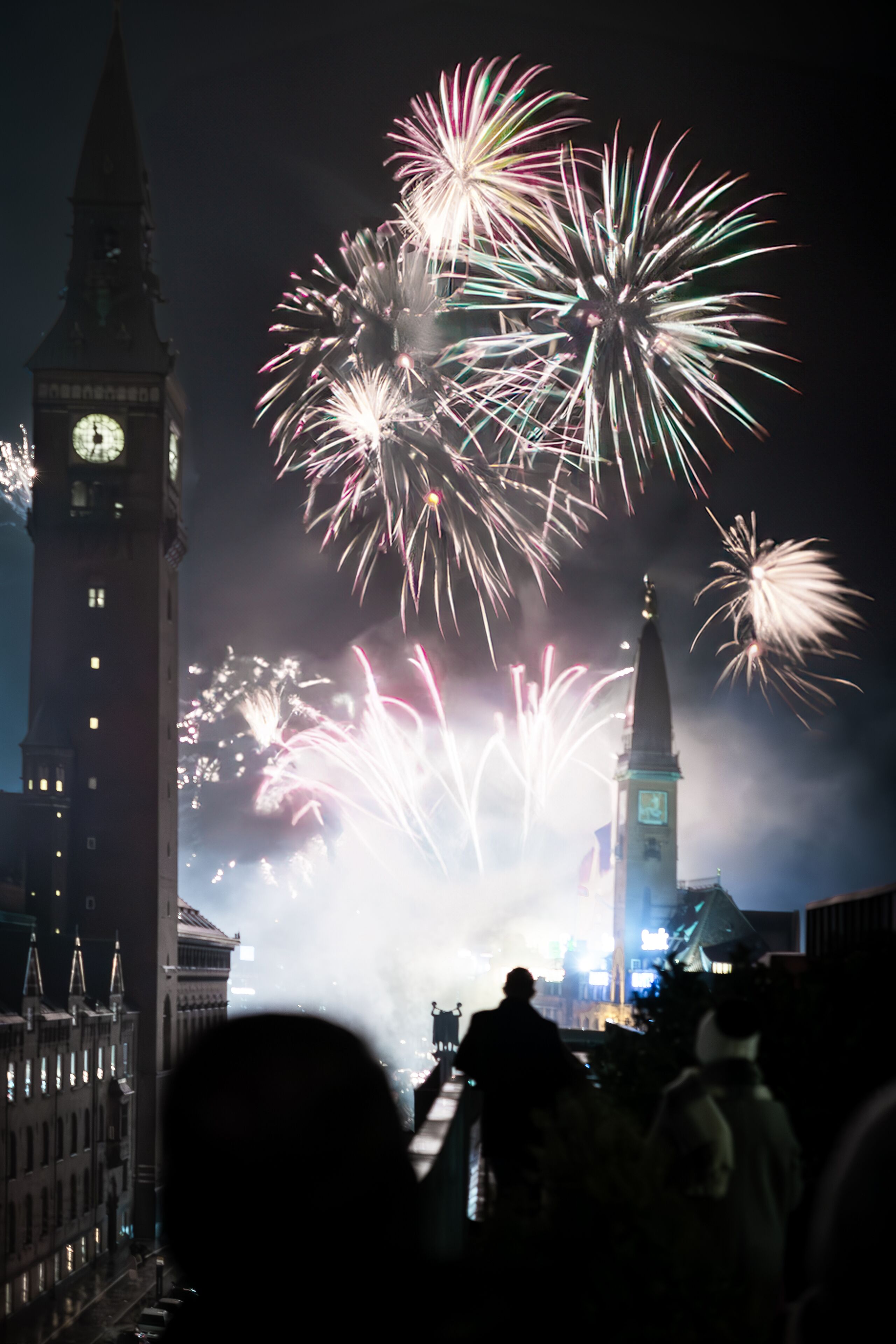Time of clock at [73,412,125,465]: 11:33
